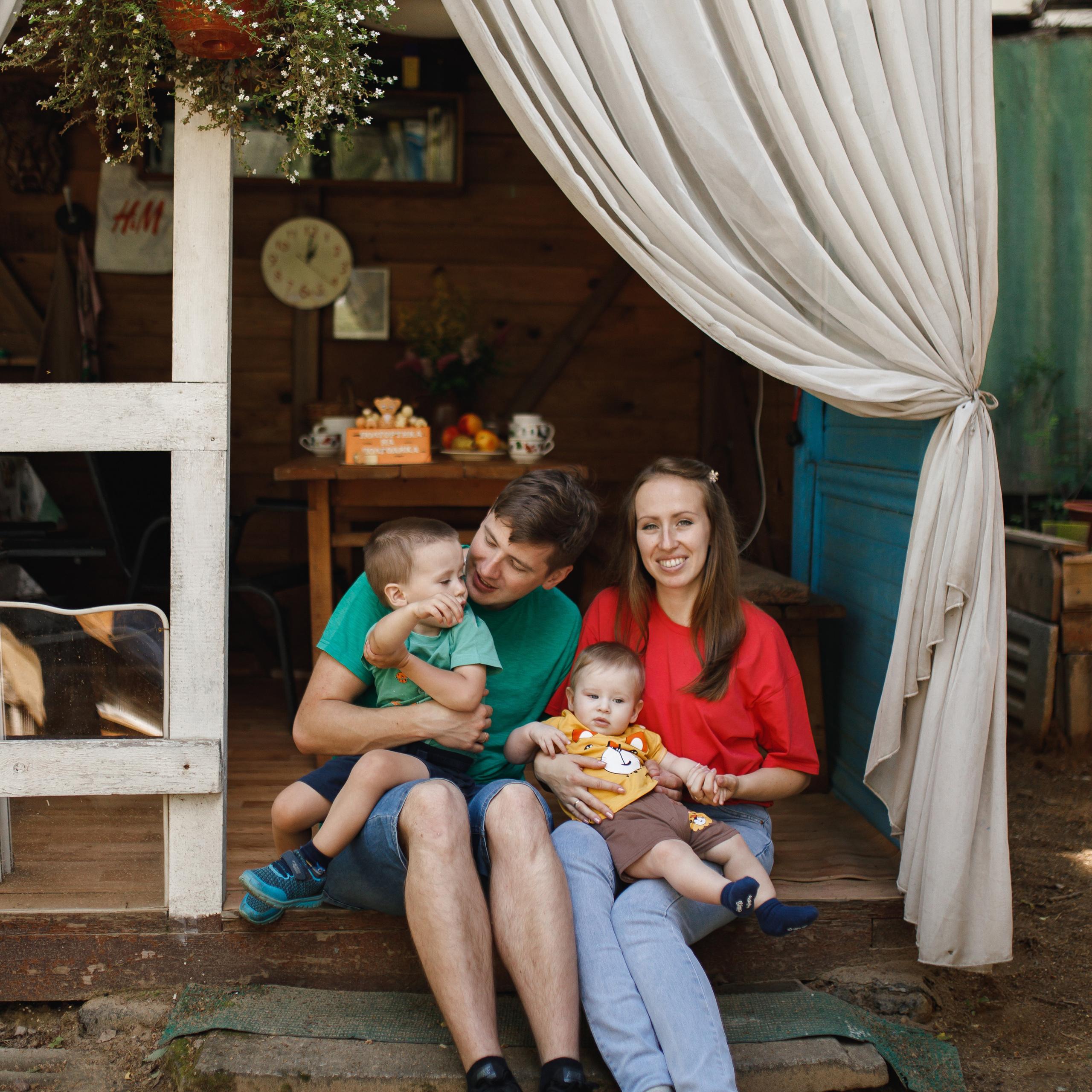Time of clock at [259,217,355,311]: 1:01
